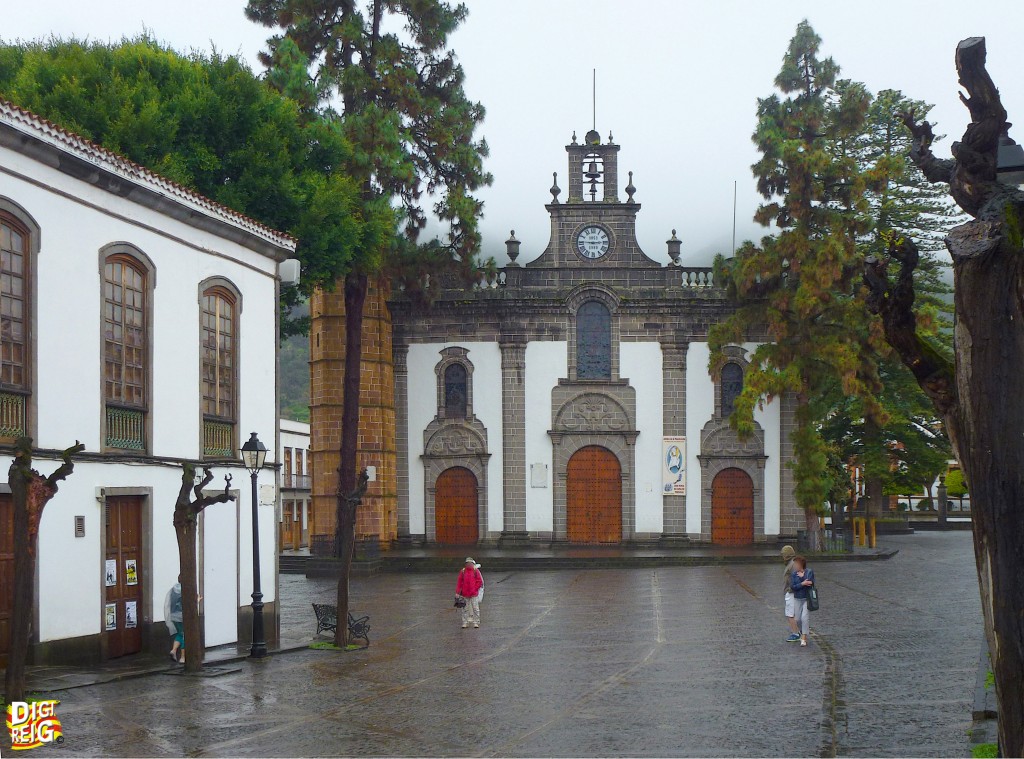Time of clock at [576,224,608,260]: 2:45
